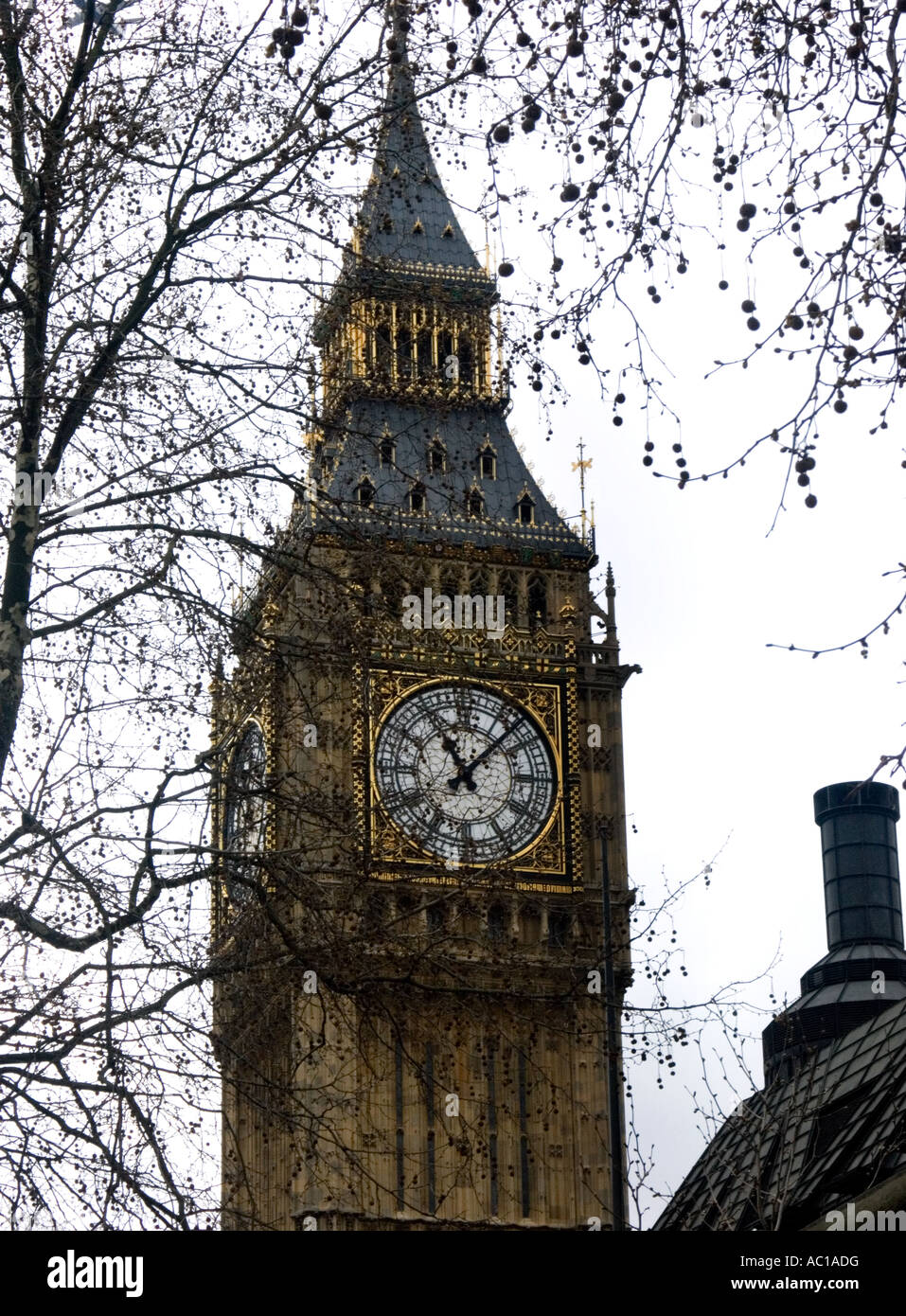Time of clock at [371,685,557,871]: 11:07
